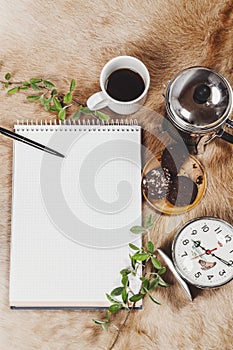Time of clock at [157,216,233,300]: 10:20
